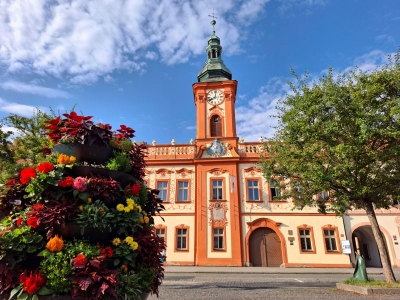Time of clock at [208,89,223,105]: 8:01
